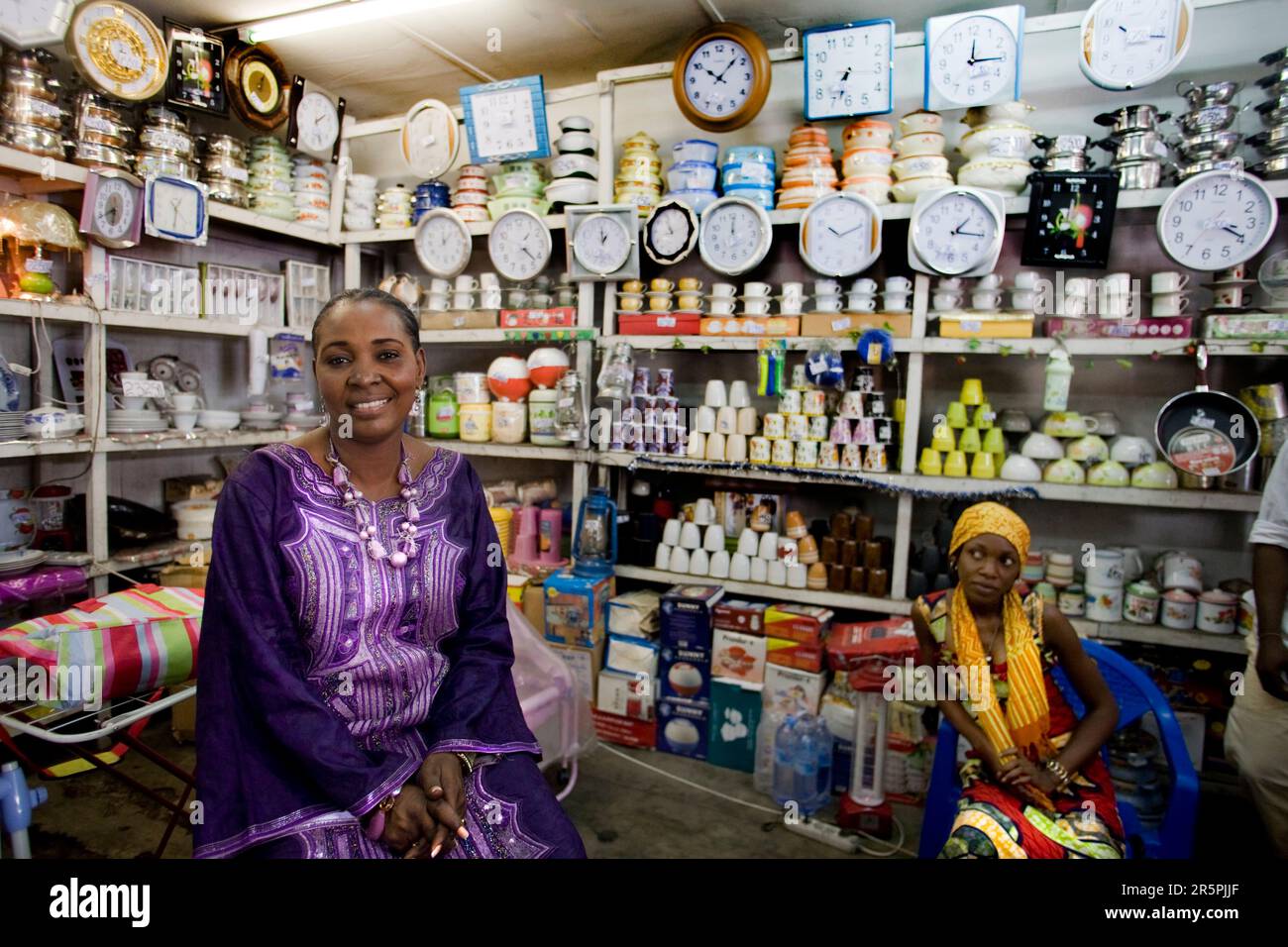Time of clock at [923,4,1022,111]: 12:14
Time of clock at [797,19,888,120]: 7:33
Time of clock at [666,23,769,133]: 10:07
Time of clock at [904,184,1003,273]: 1:15
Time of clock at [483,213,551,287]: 4:22
